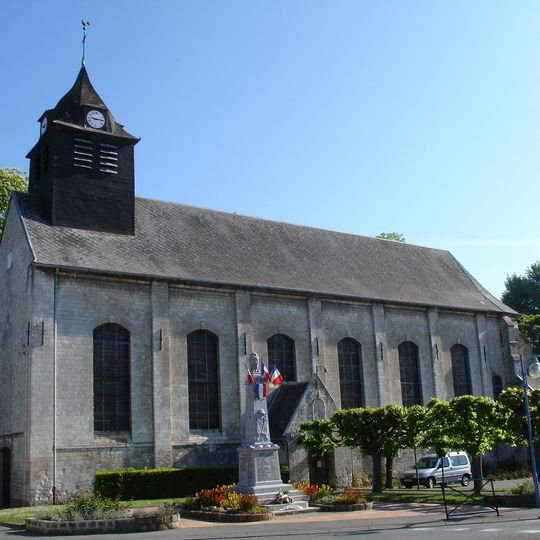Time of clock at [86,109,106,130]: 9:14
